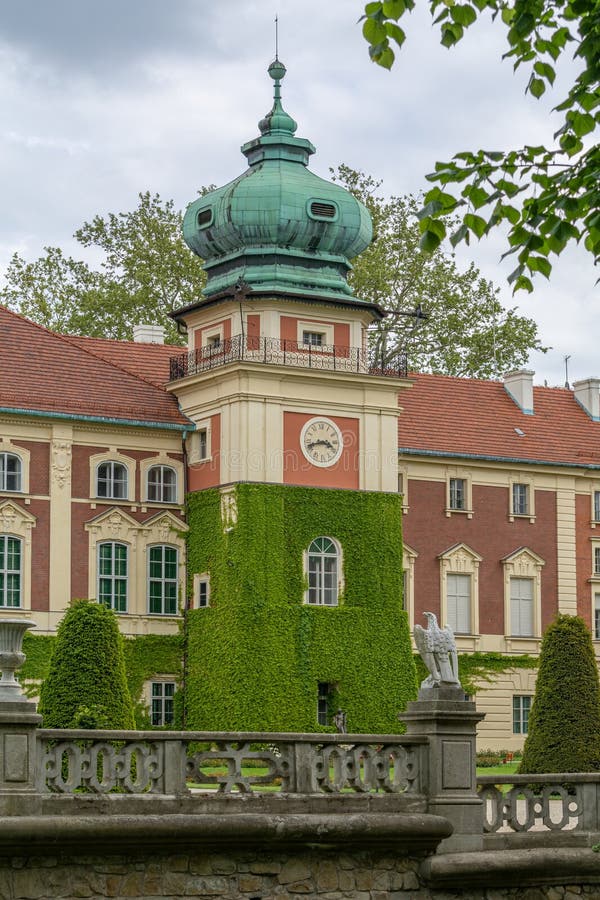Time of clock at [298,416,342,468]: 3:42
